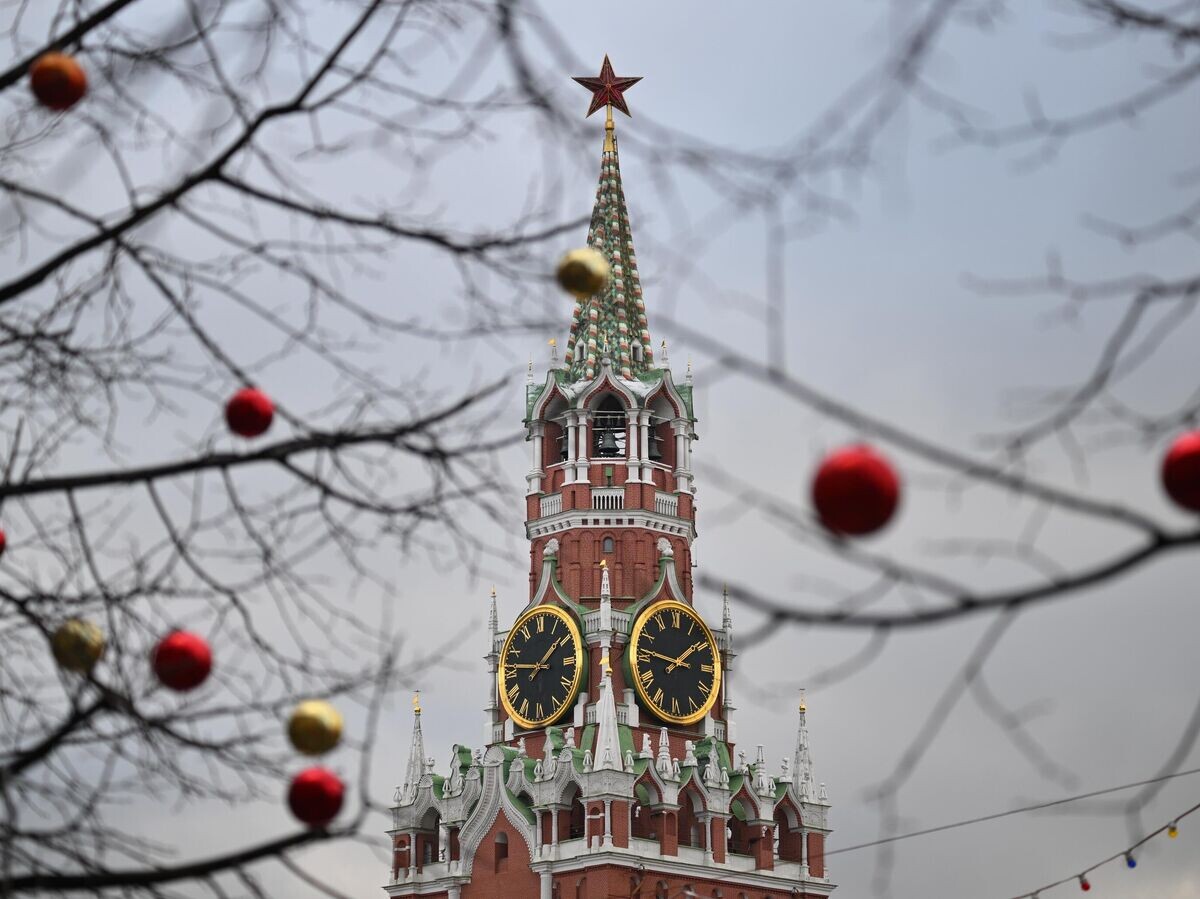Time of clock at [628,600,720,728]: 1:46
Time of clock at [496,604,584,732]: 1:46
